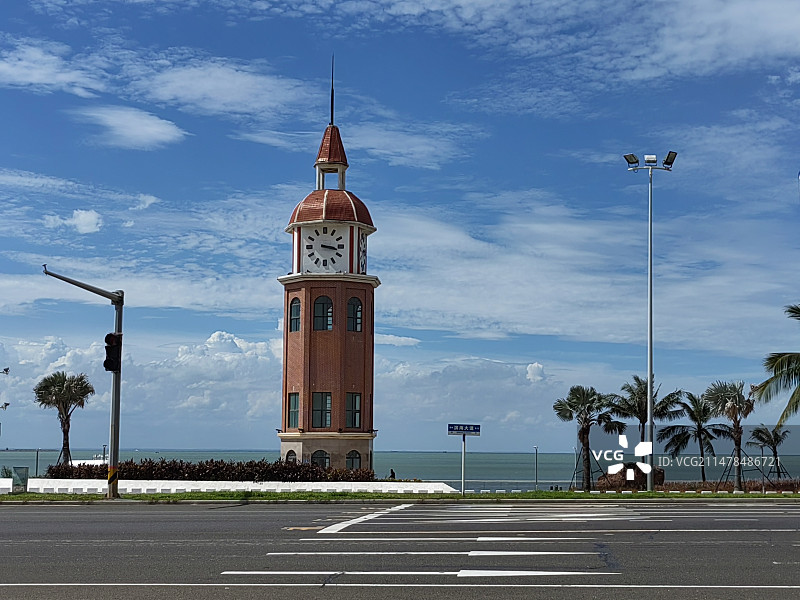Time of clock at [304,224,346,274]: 3:17
